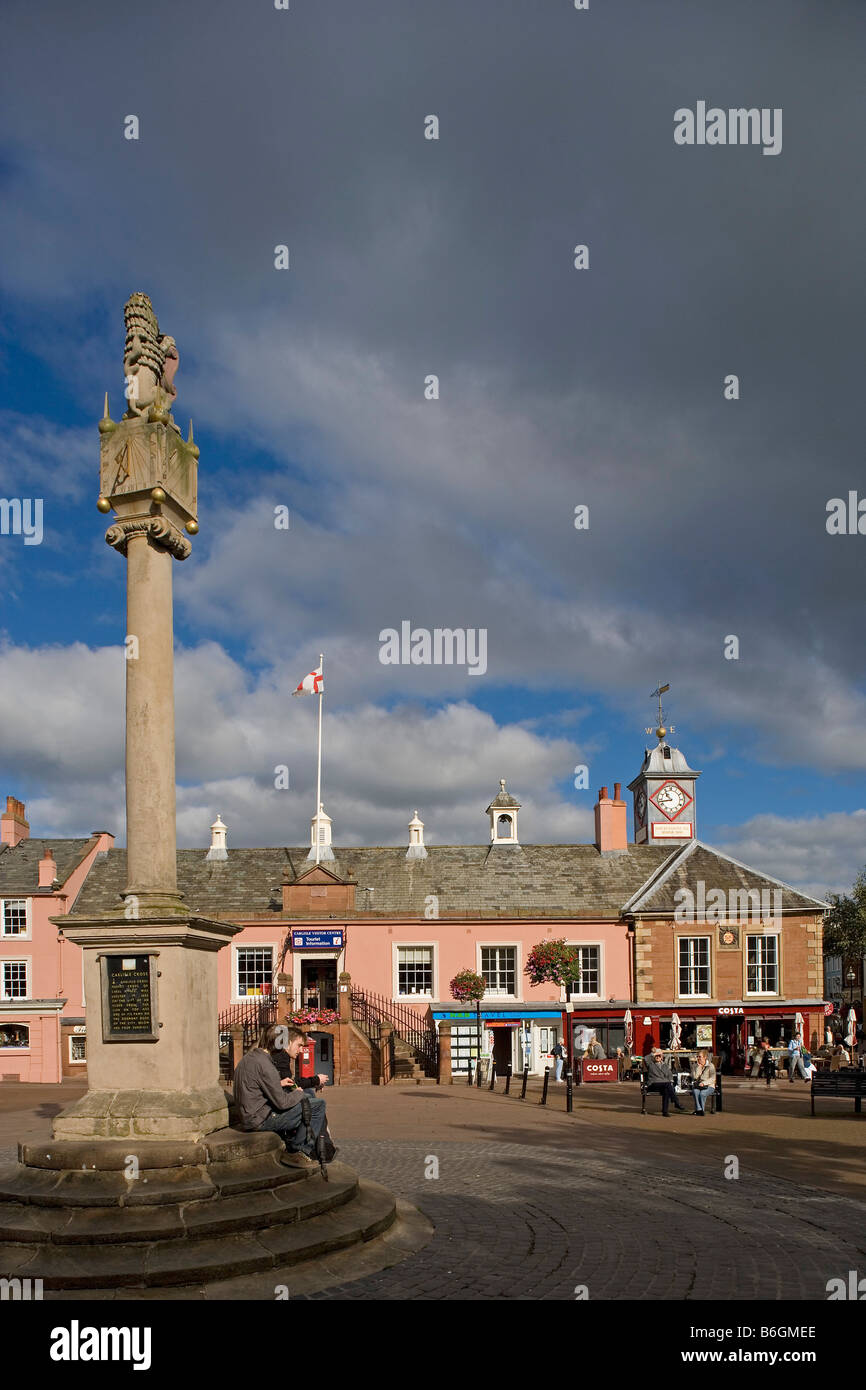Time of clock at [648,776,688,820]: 10:43
